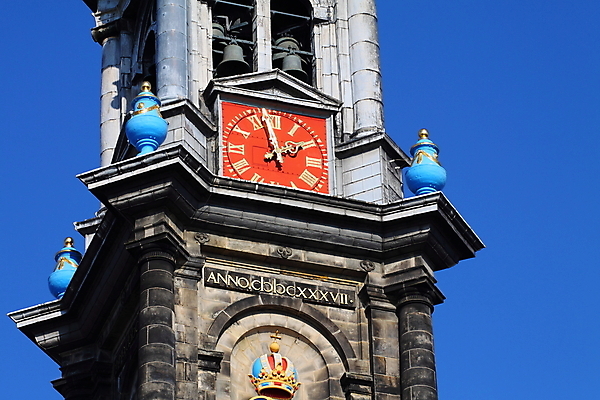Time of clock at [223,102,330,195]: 1:57
